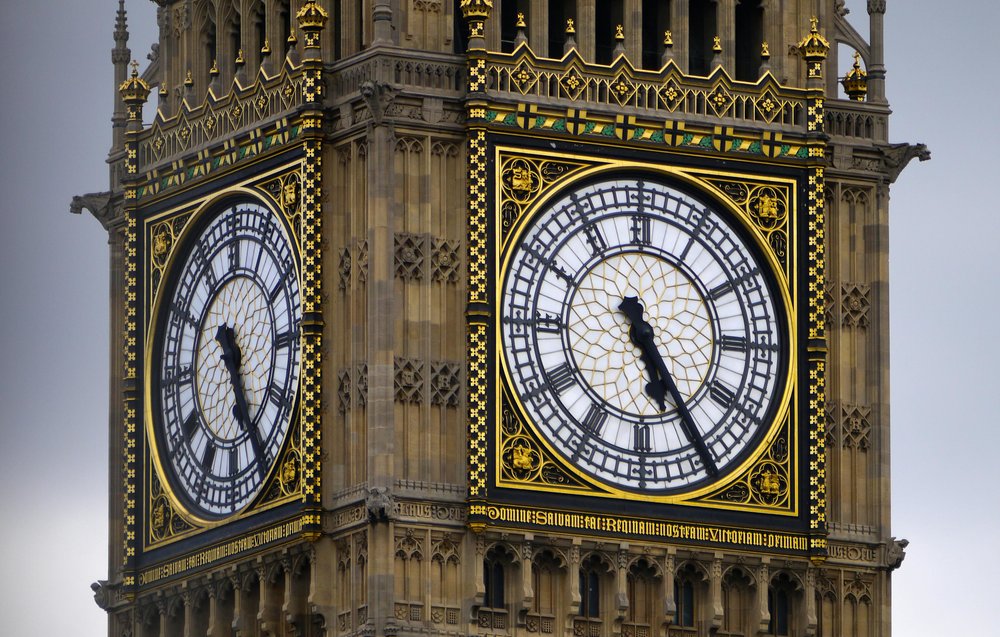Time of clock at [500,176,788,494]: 5:24
